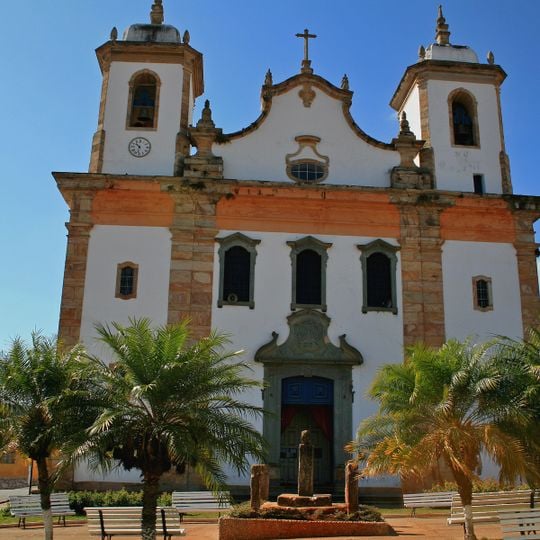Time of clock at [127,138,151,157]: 10:32
